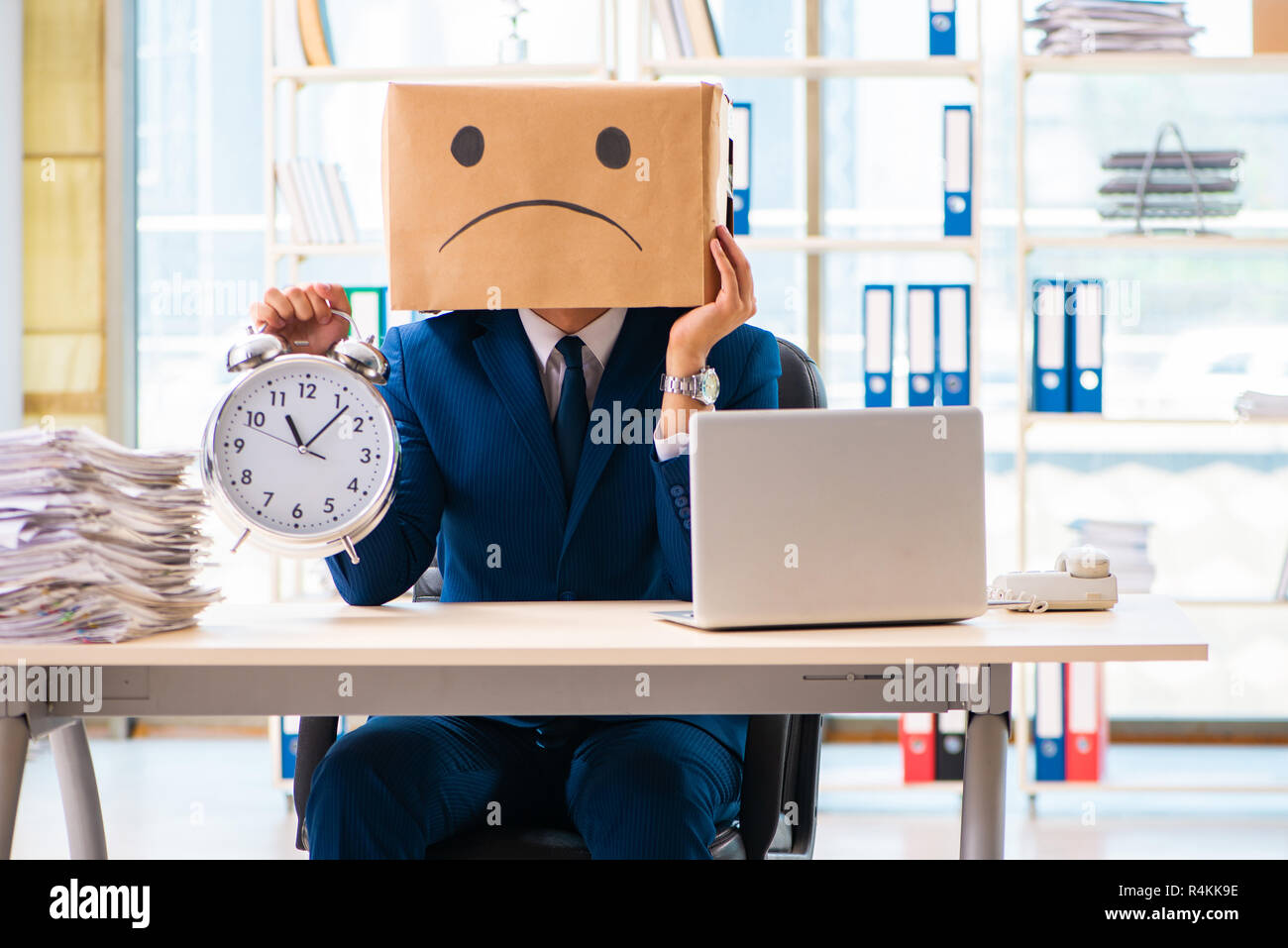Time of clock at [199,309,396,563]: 11:07
